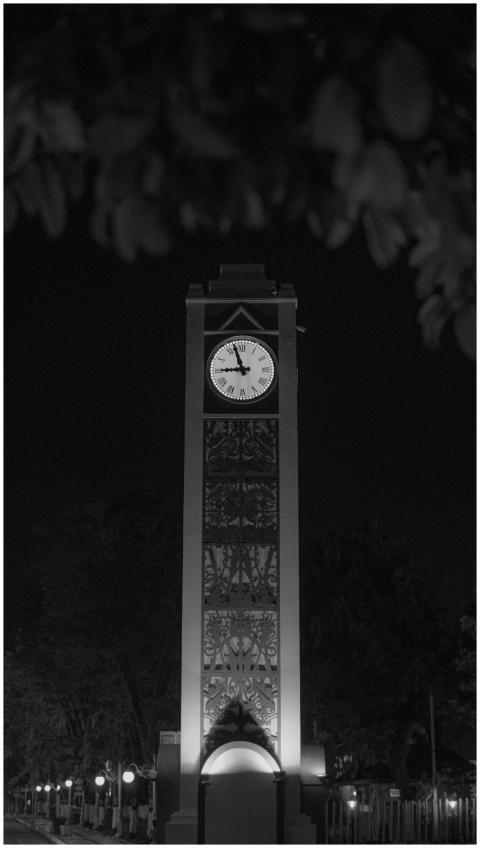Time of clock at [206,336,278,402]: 8:57
